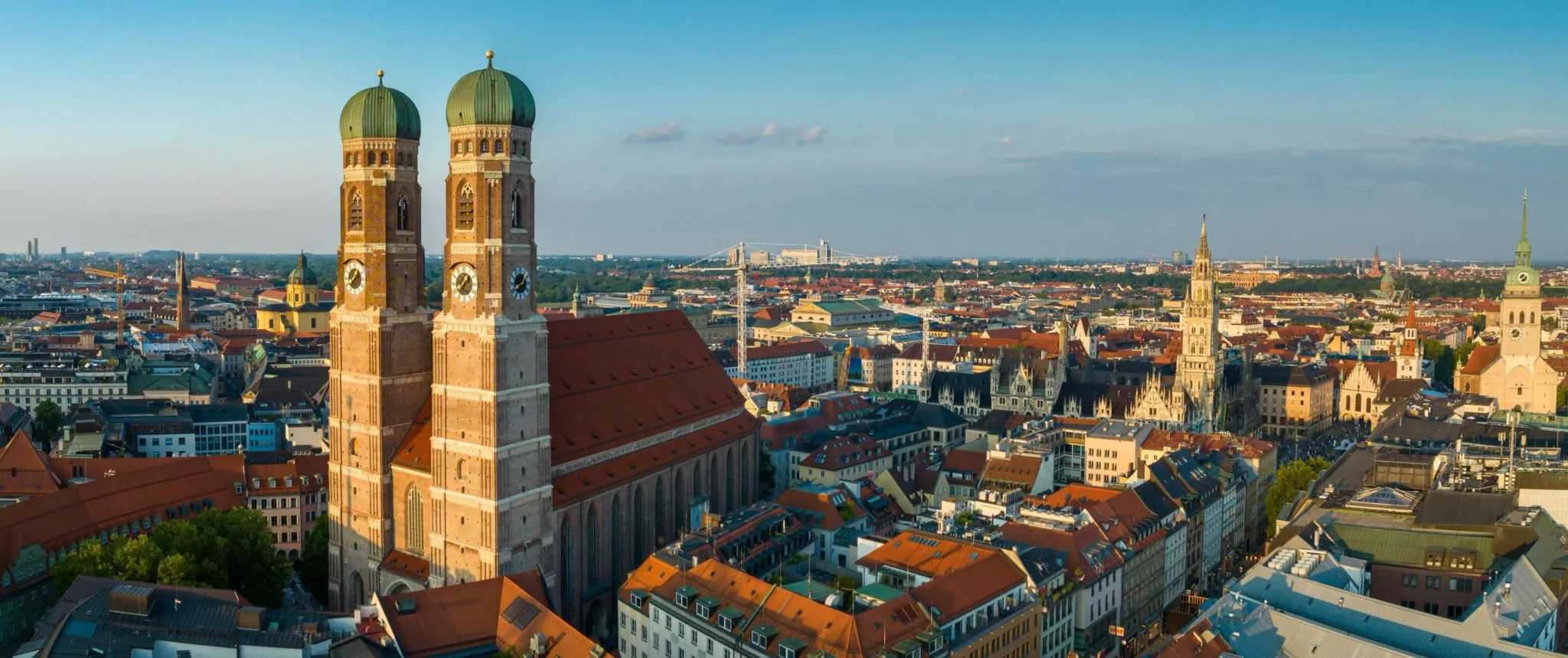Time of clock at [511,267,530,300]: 12:40
